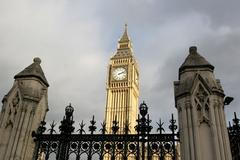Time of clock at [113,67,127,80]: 2:12
